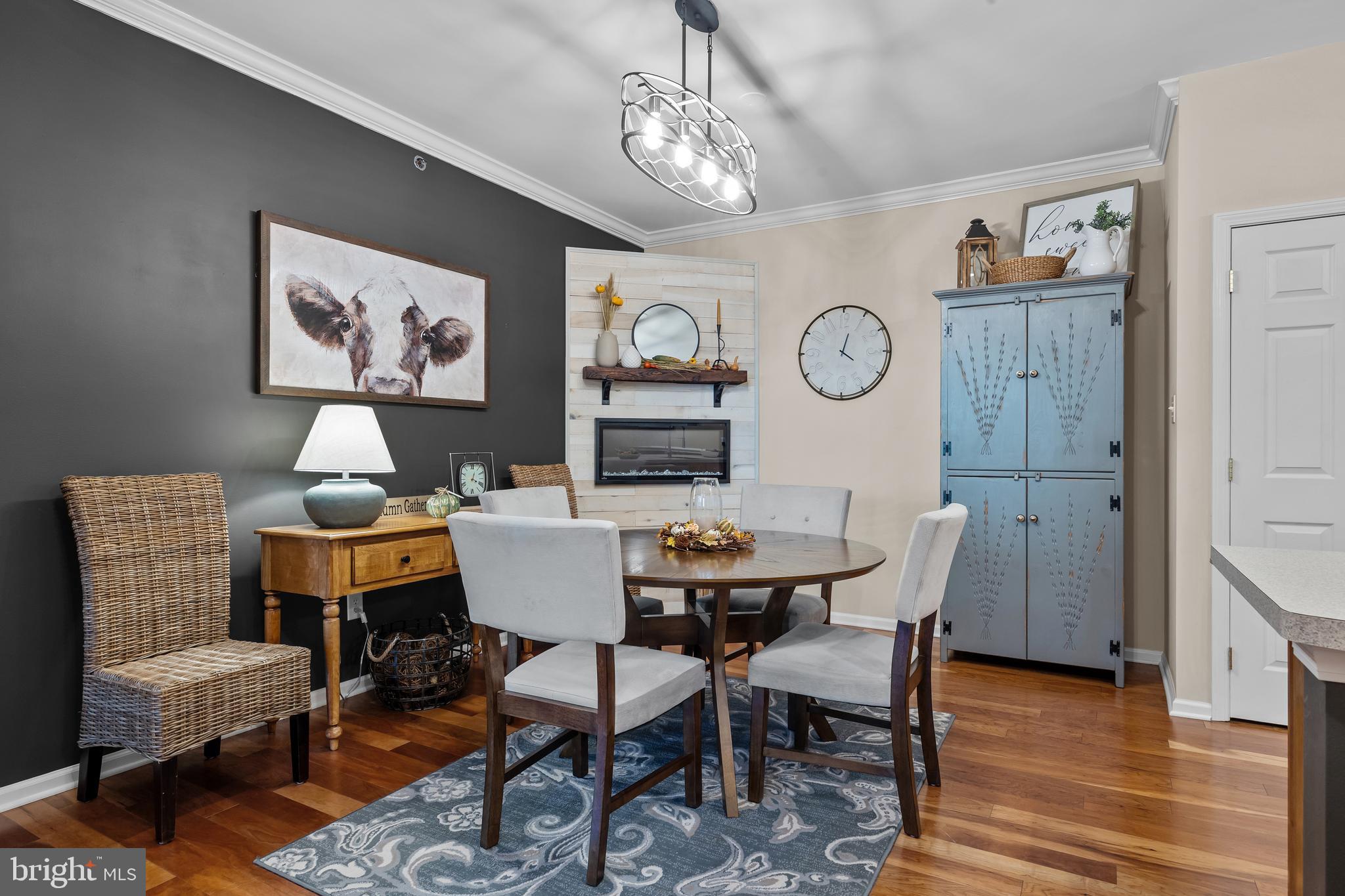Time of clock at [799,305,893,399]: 4:02
